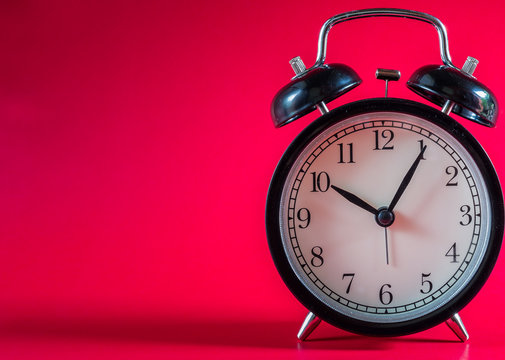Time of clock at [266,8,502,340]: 10:05
